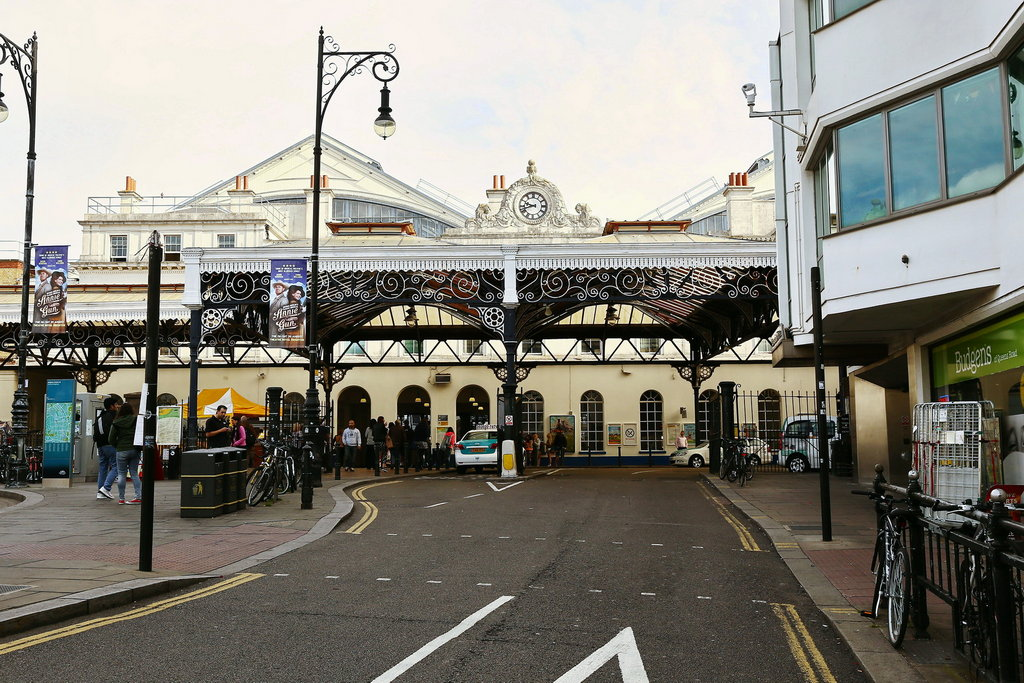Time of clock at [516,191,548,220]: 9:42
